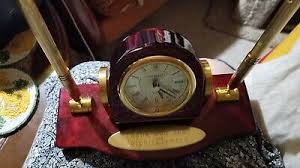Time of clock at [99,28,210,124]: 5:21
